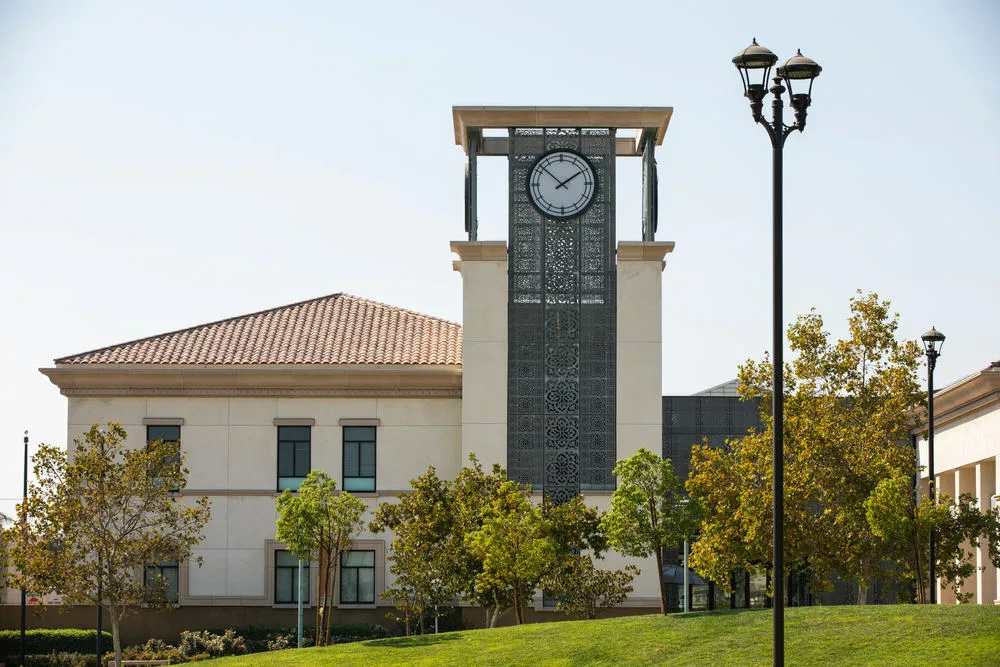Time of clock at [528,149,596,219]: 1:52
